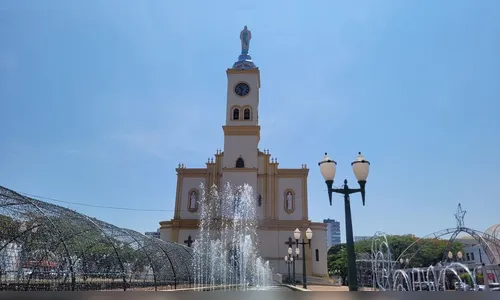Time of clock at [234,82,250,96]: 10:32
